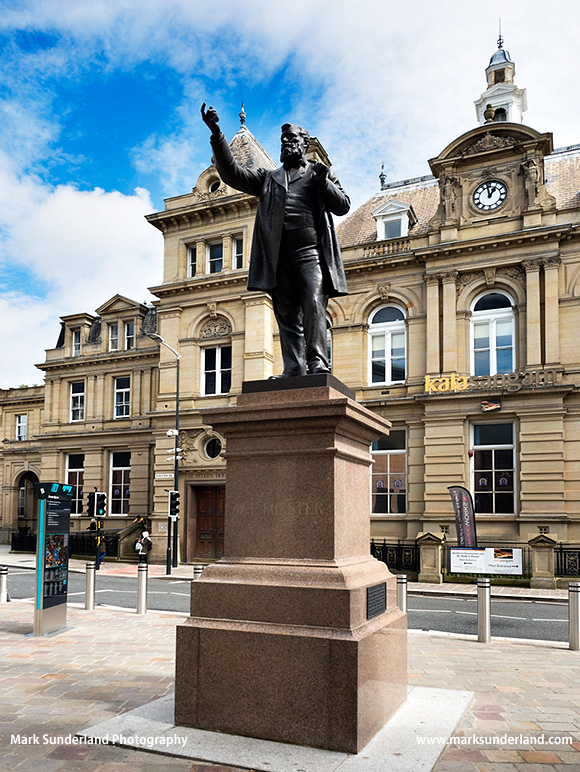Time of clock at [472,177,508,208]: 12:58
